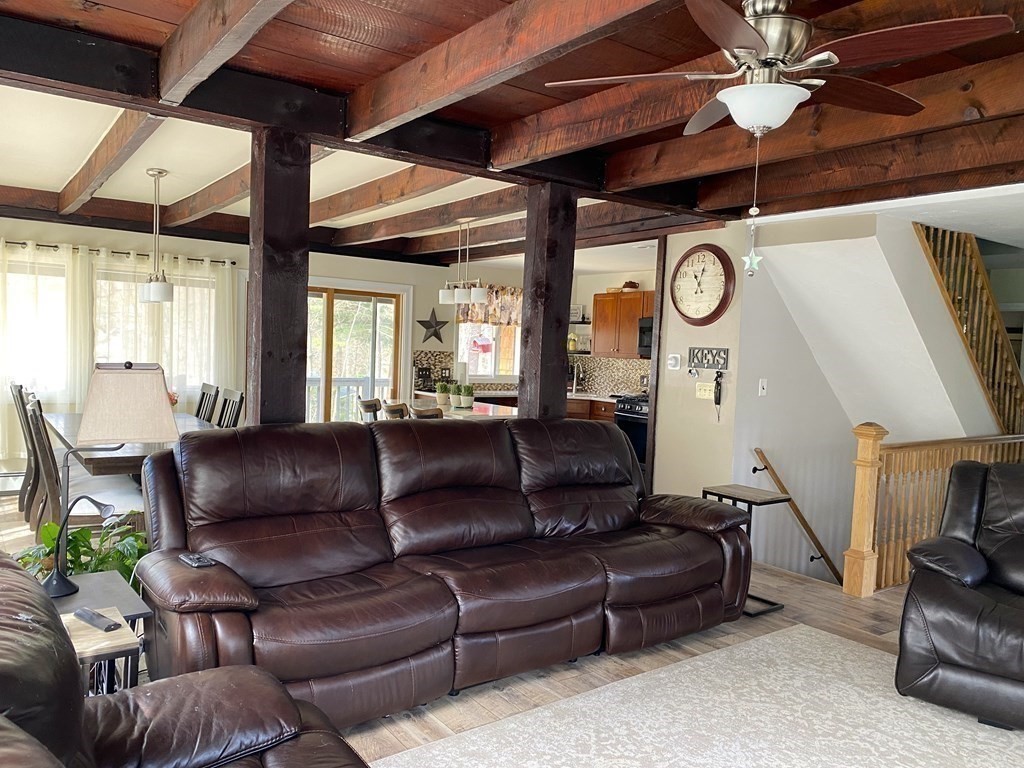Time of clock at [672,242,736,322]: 11:02
